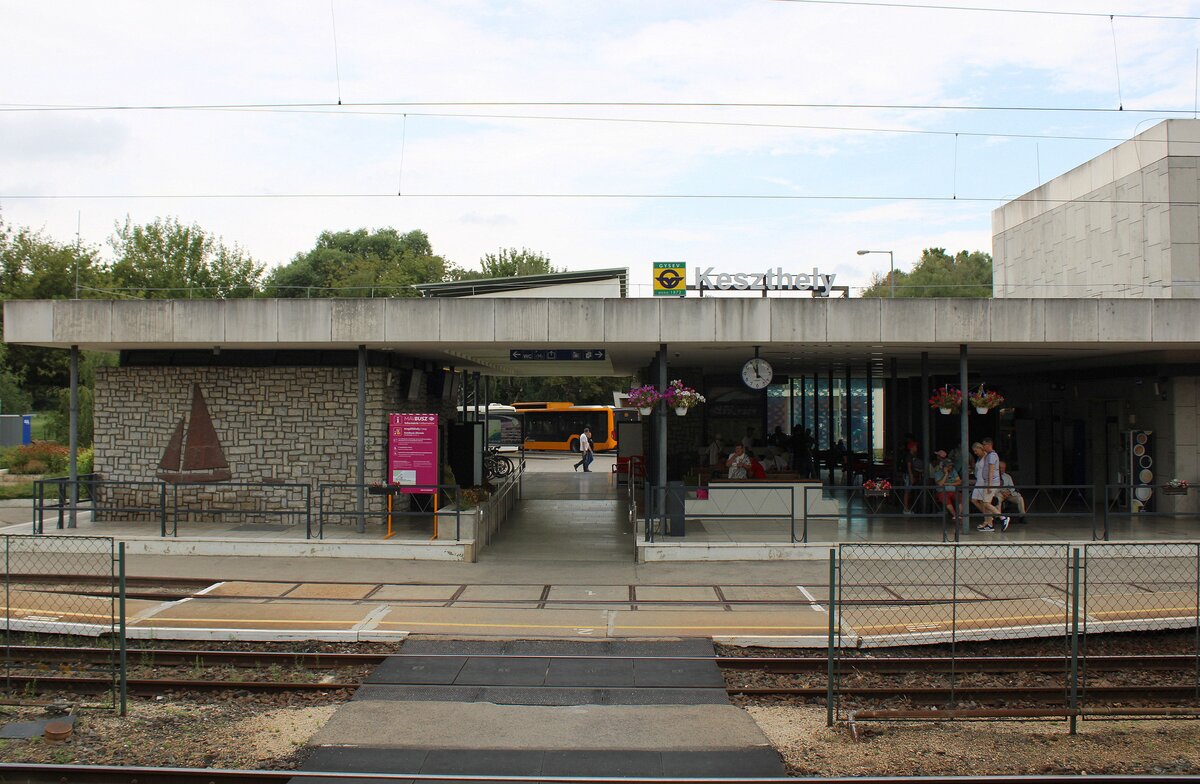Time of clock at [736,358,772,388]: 10:59
